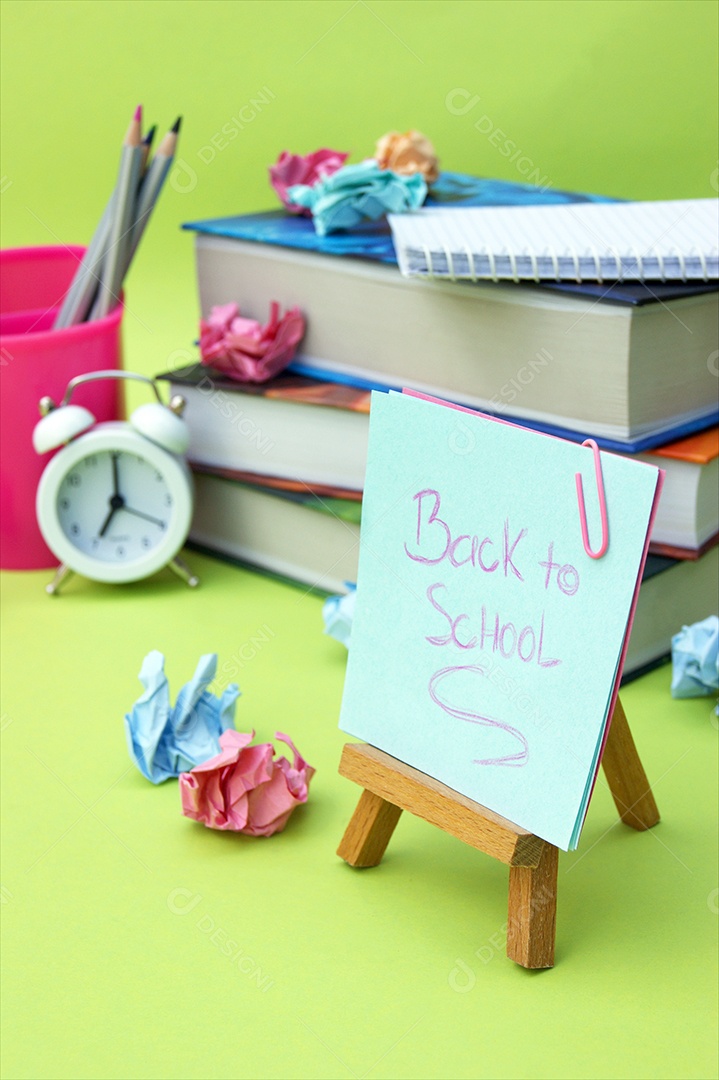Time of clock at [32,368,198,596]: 7:00
